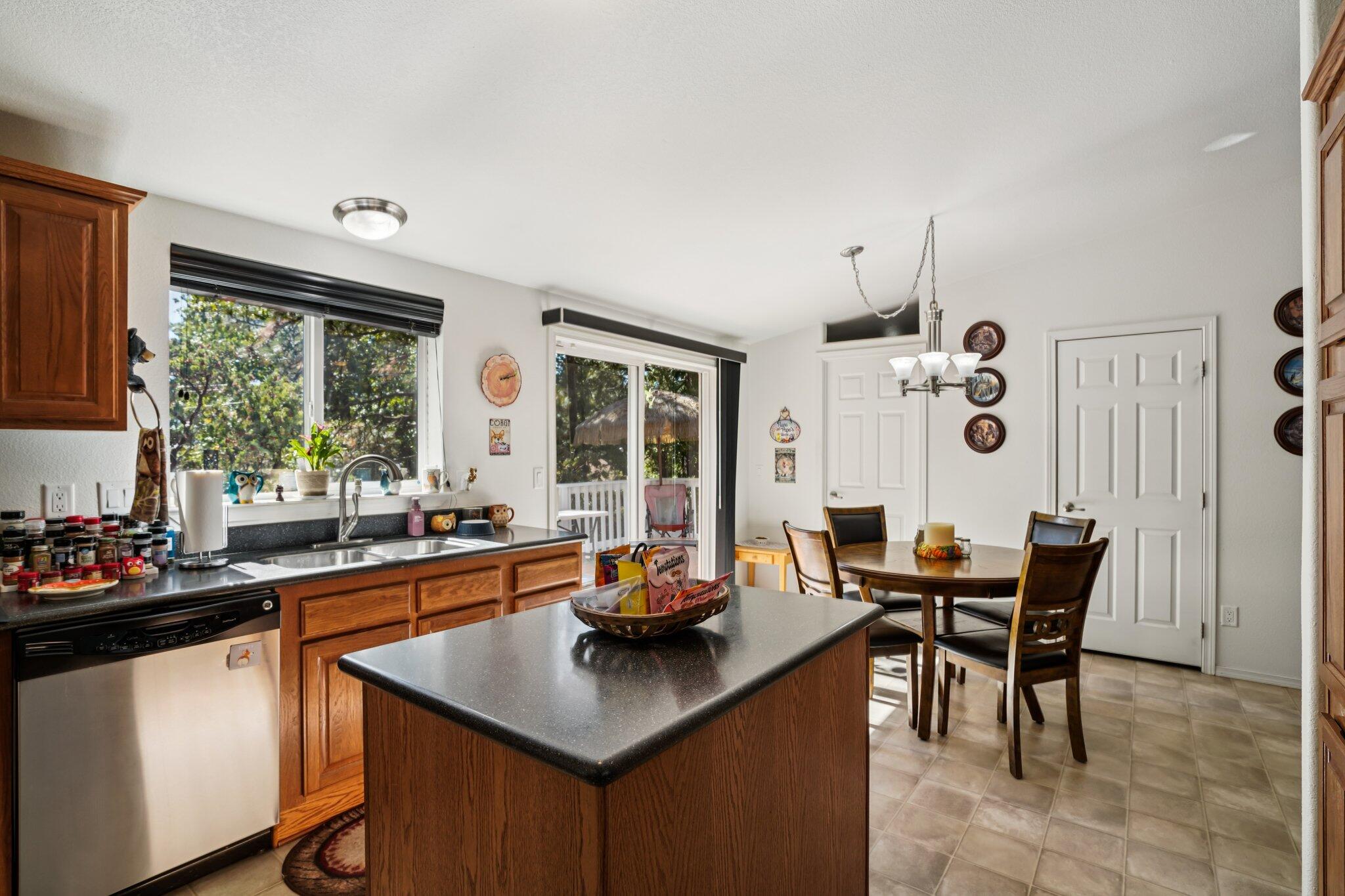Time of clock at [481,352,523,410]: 2:12
